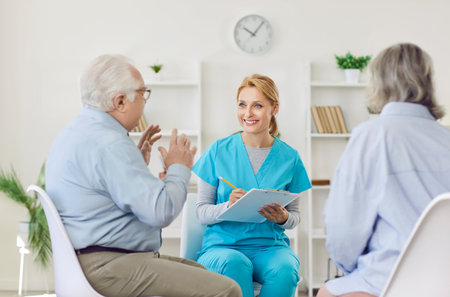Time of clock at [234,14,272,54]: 10:05
